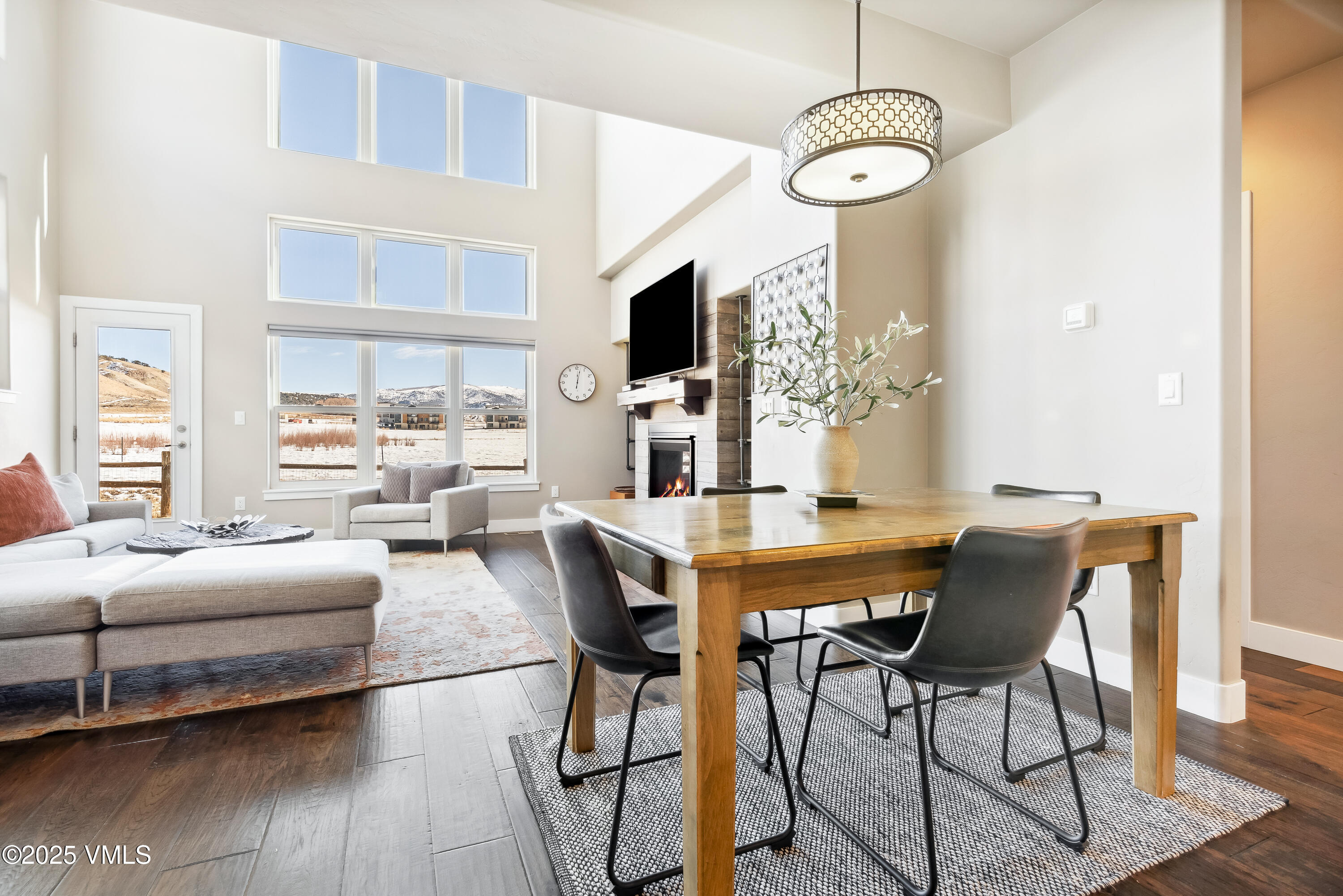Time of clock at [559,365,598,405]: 12:02
